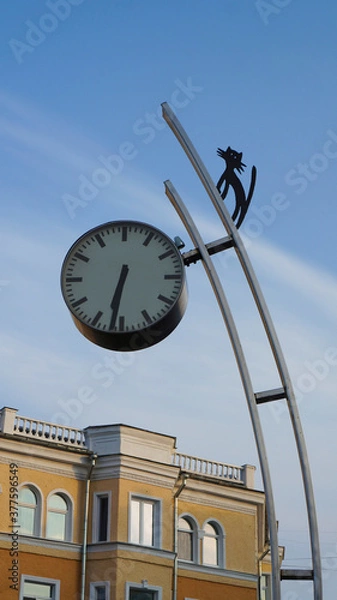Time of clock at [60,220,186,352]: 6:32
